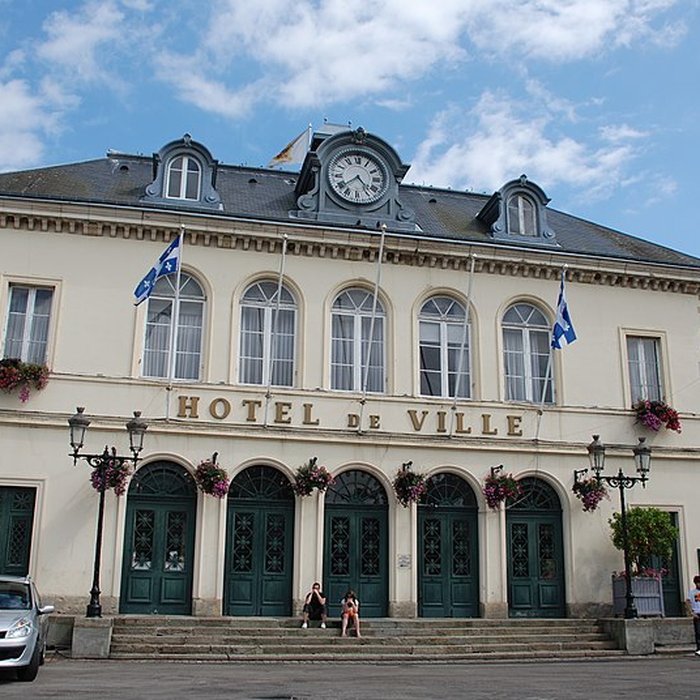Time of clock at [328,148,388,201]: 4:38
